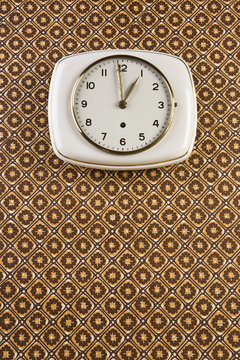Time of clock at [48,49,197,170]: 12:59
